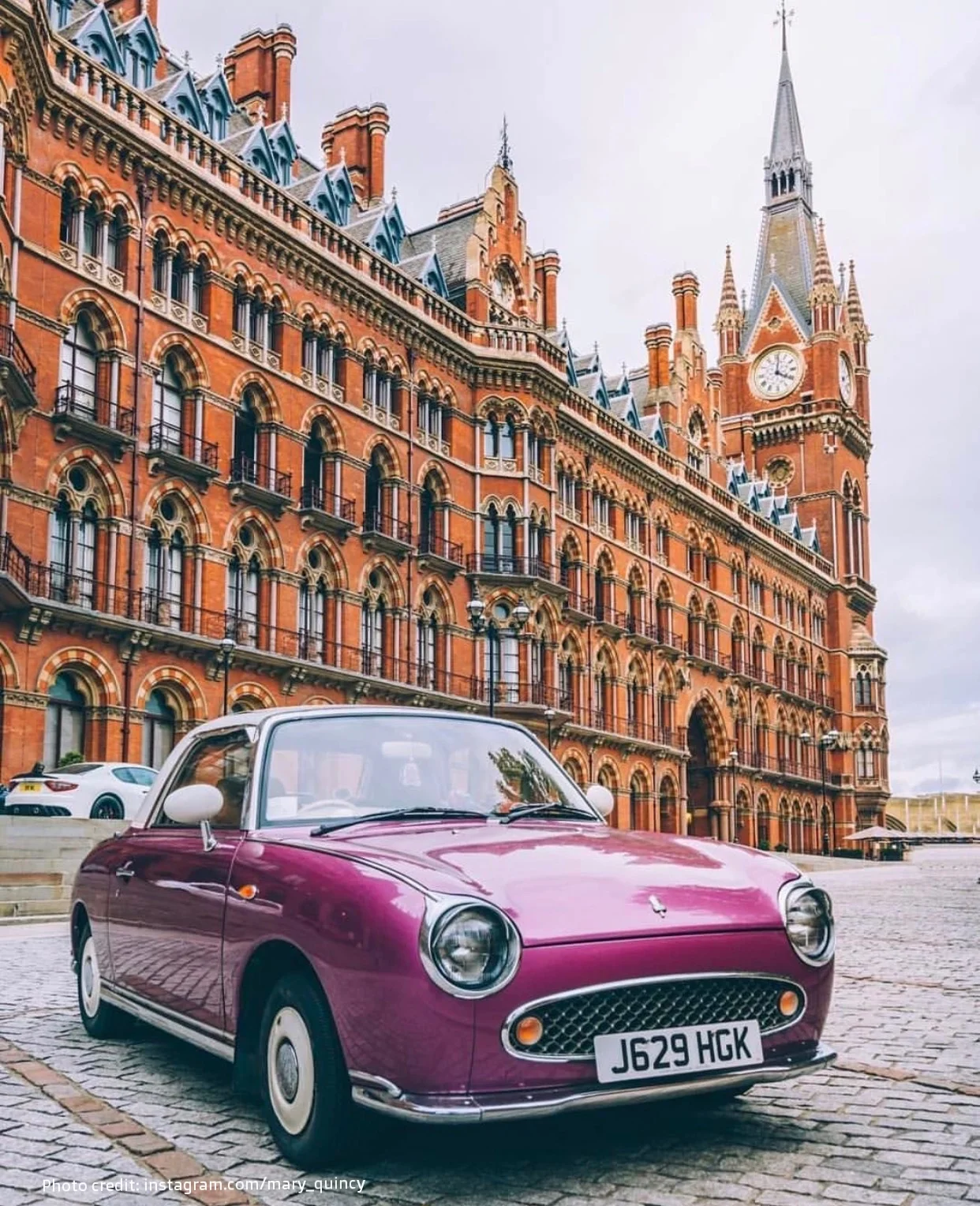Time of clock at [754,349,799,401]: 4:01
